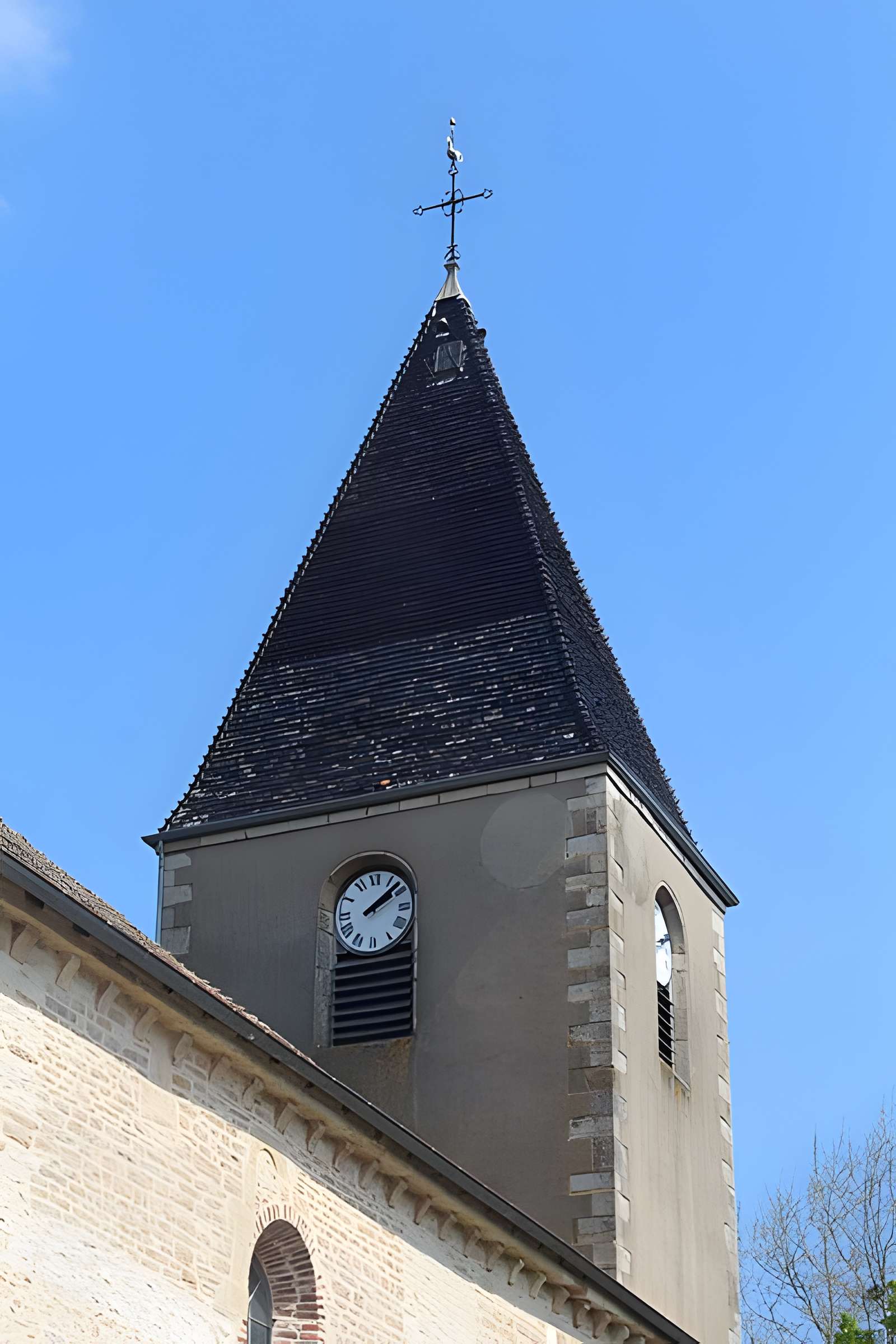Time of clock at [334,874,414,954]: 2:08
